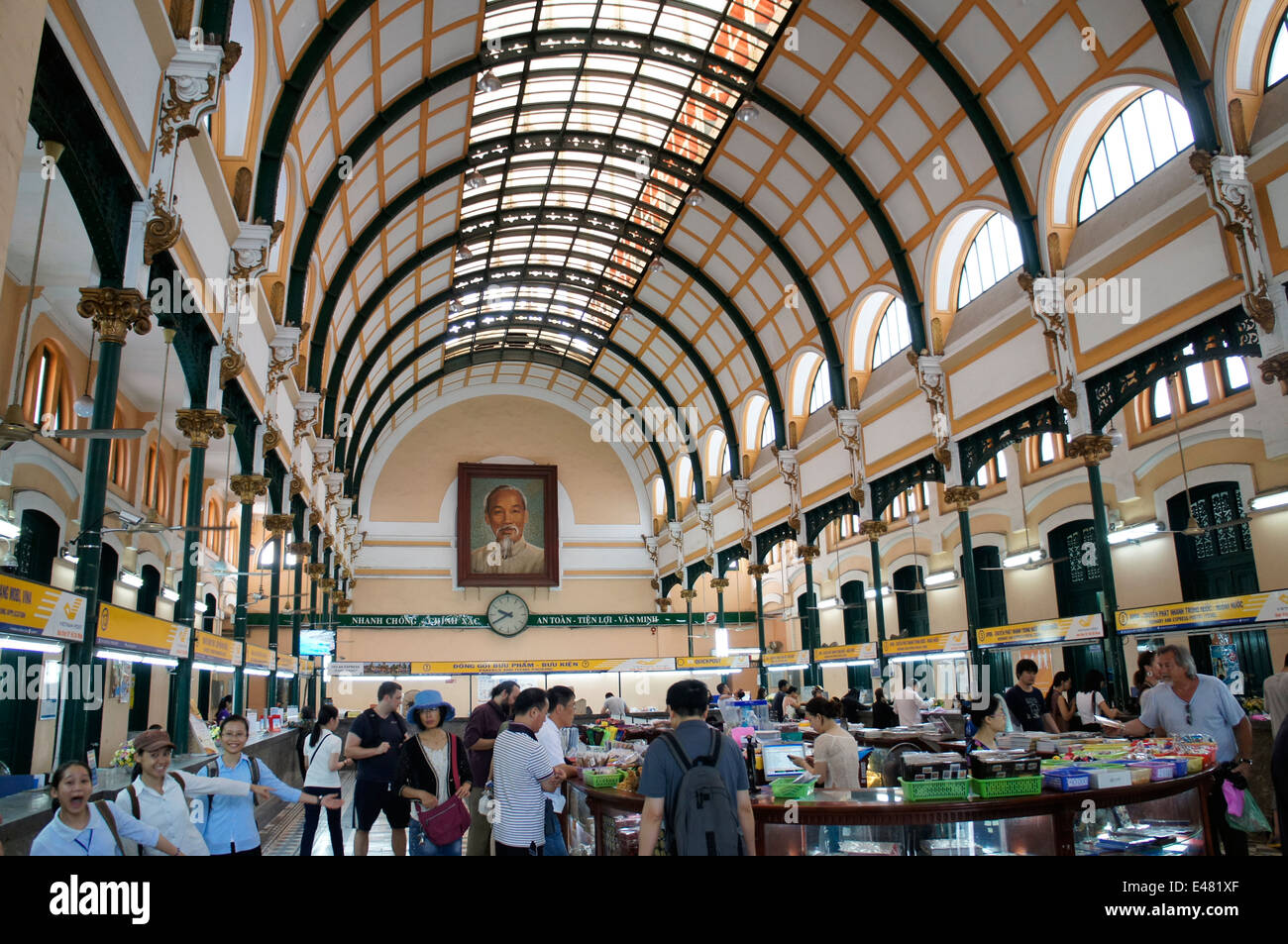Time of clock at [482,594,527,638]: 9:40
